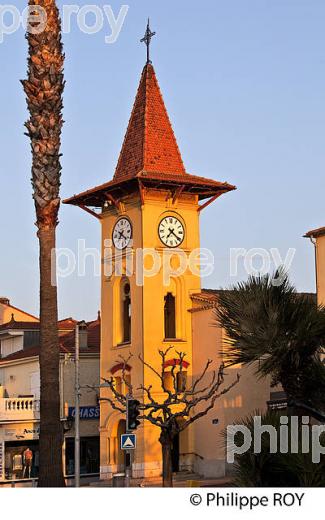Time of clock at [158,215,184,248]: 7:21
